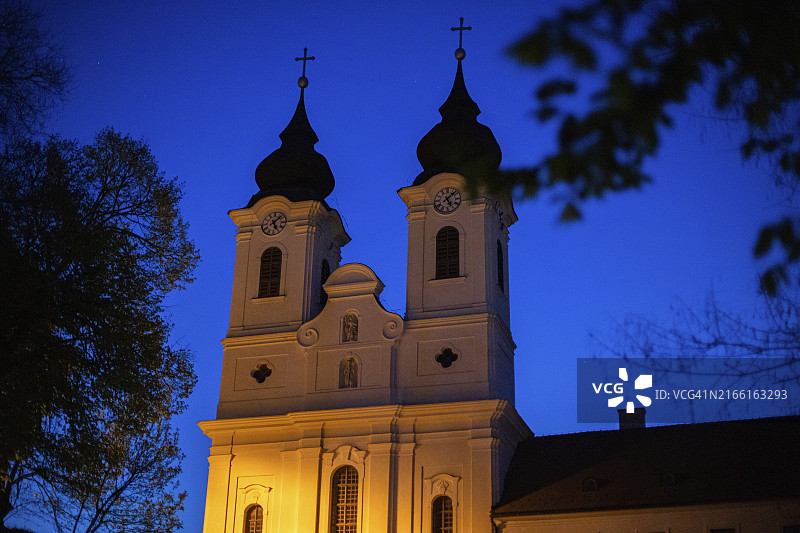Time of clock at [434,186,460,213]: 5:07
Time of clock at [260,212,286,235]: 5:07
